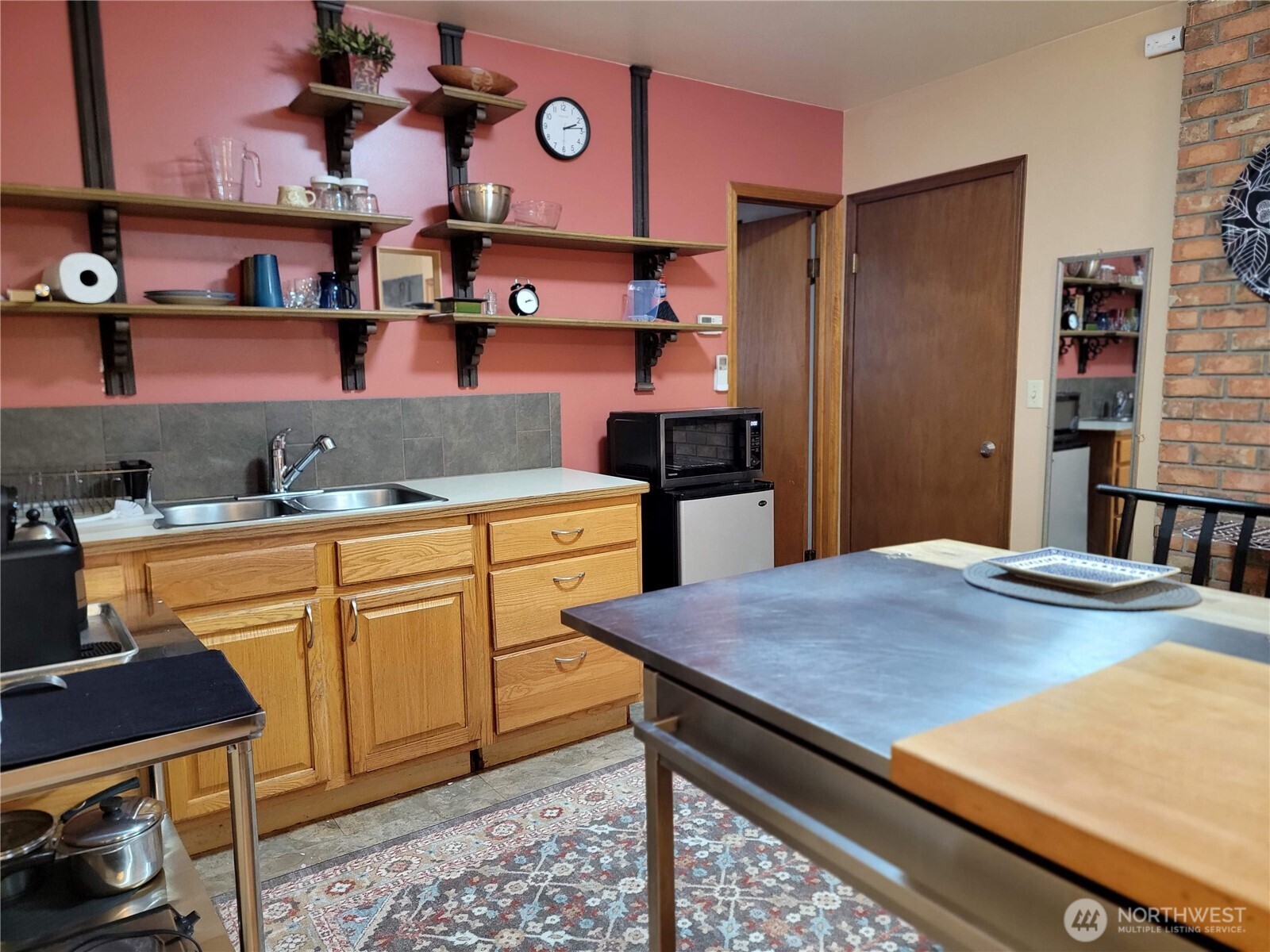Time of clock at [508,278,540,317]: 2:12
